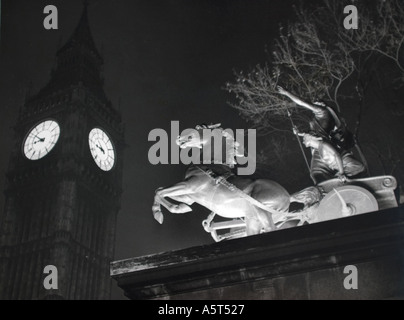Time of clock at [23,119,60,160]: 8:51
